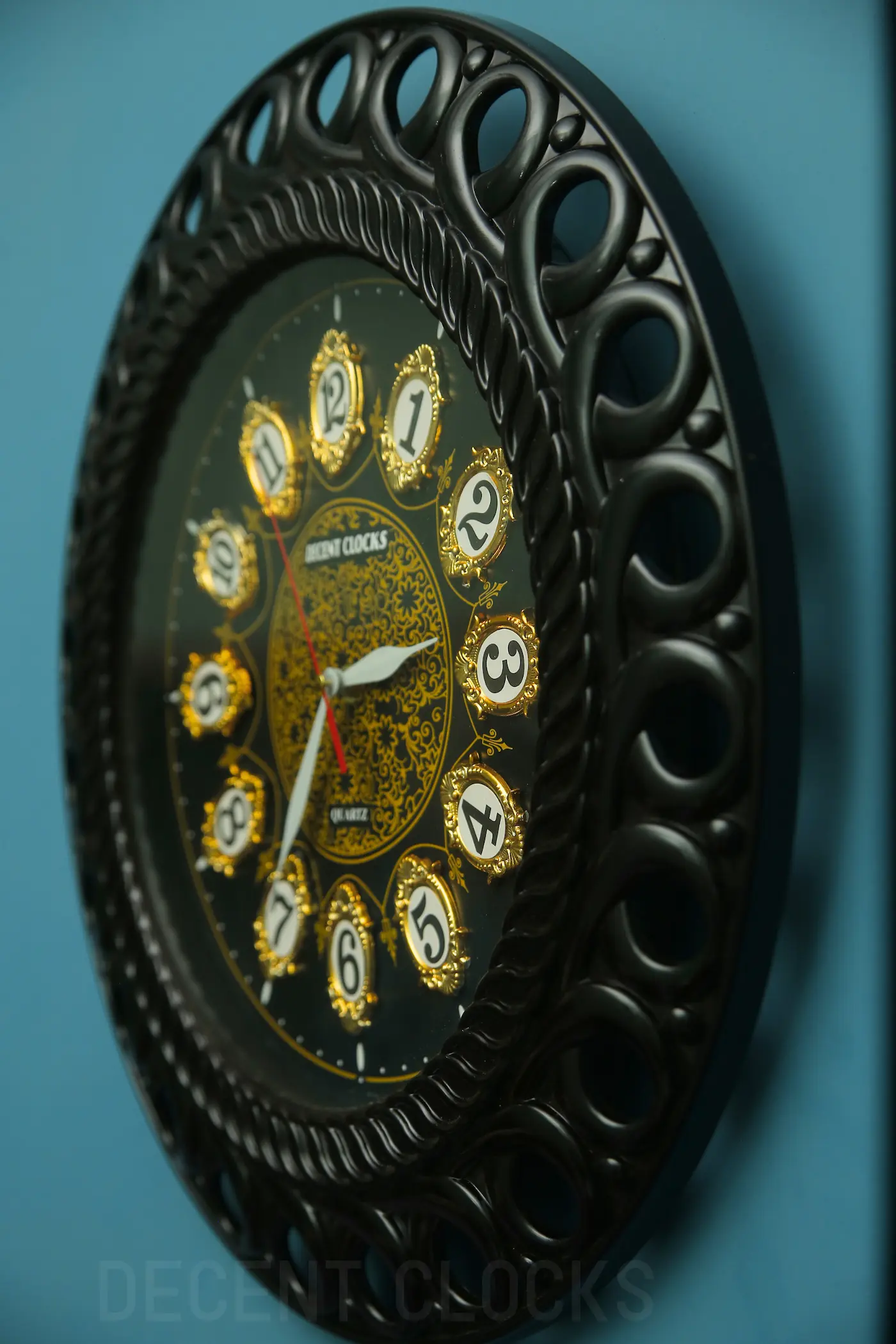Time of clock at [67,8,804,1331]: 2:35
